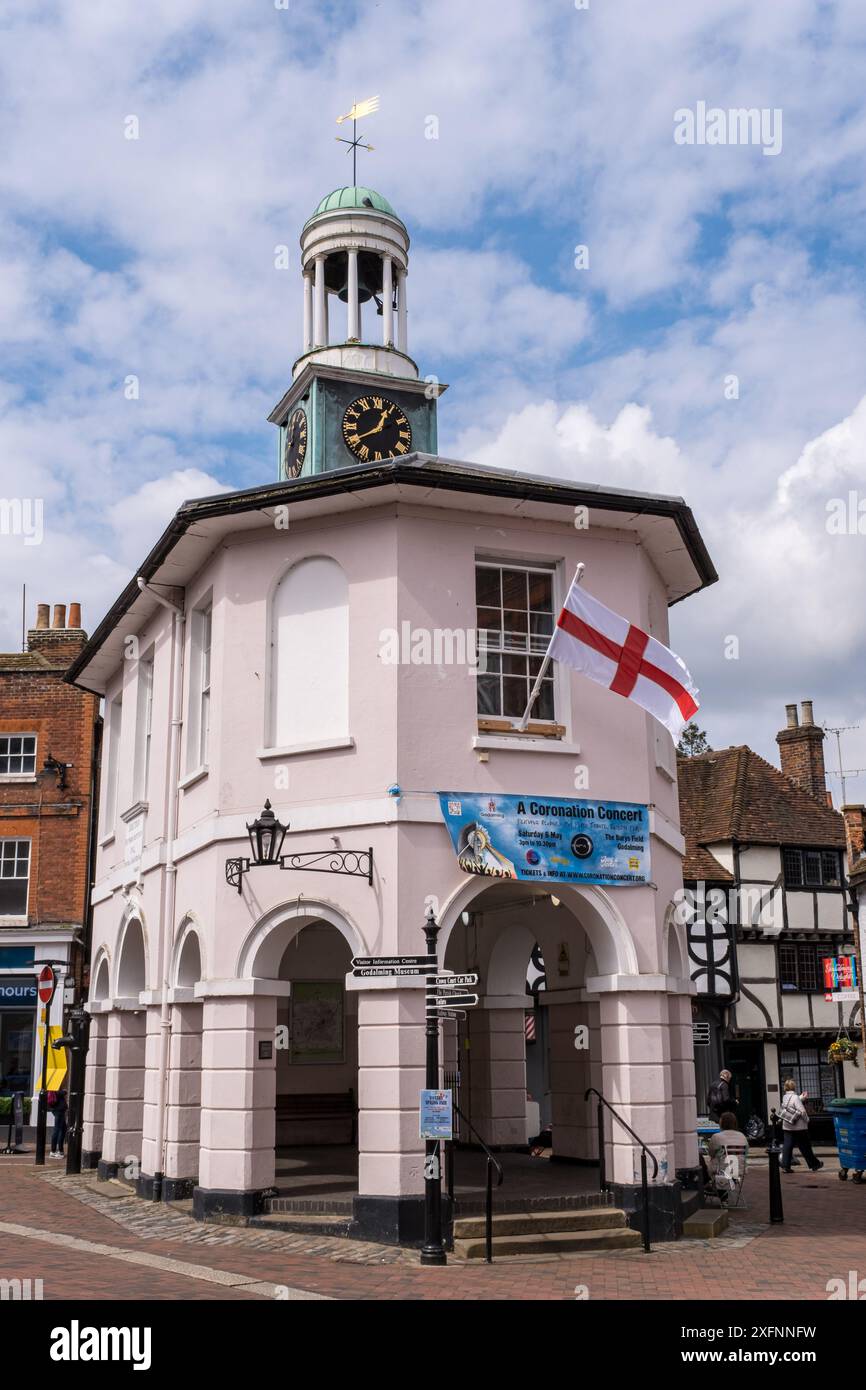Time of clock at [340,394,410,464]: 12:40
